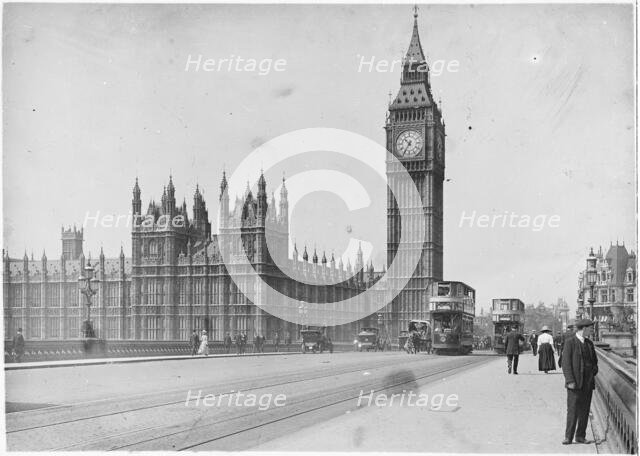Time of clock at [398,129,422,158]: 10:35
